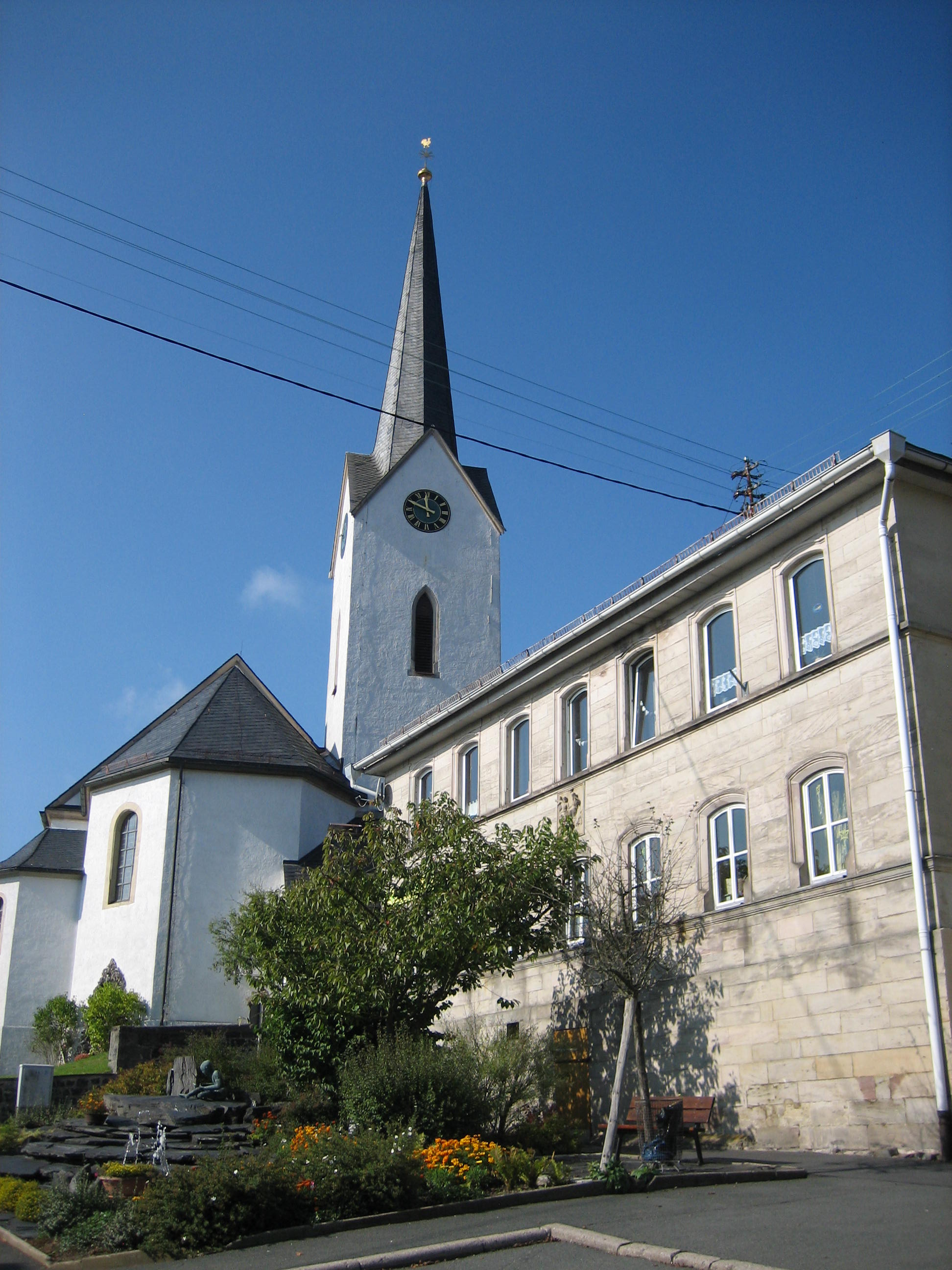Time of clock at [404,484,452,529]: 11:48
